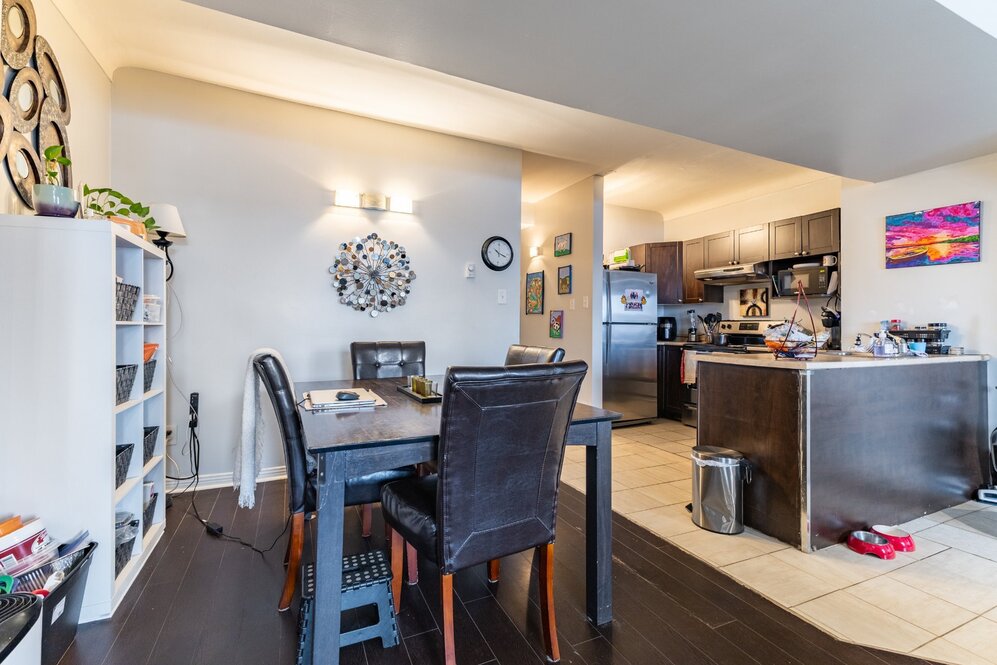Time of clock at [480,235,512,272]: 10:18
